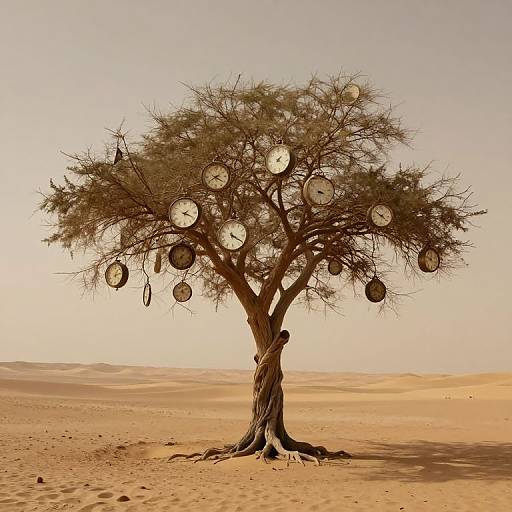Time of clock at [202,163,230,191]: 3:40
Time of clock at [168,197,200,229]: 2:18
